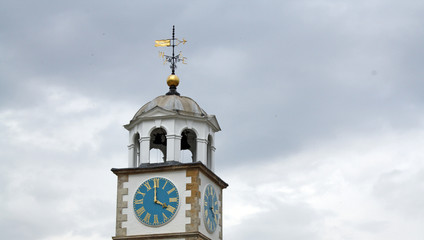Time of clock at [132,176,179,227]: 3:59
